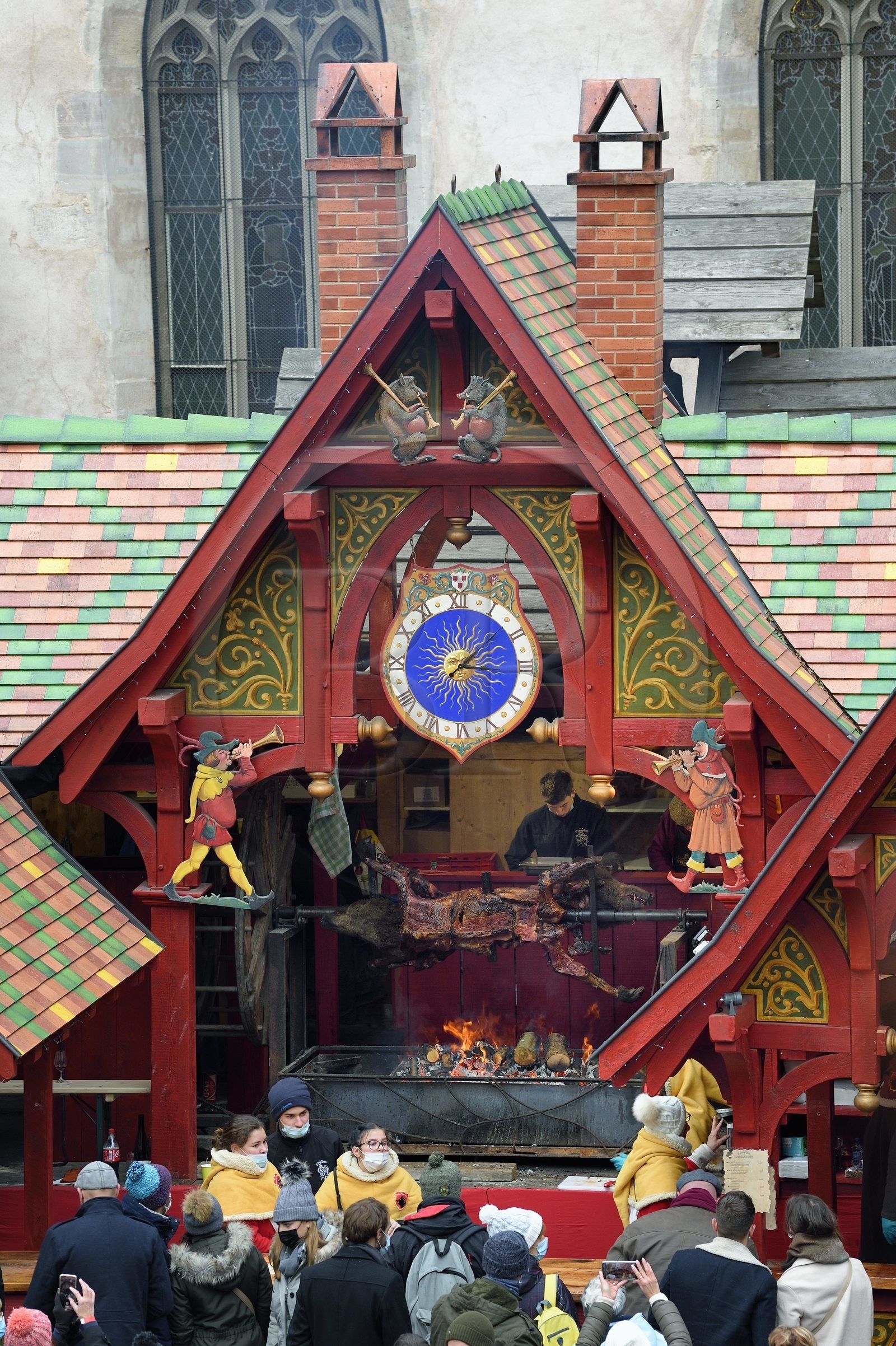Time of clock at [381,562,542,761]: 1:16
